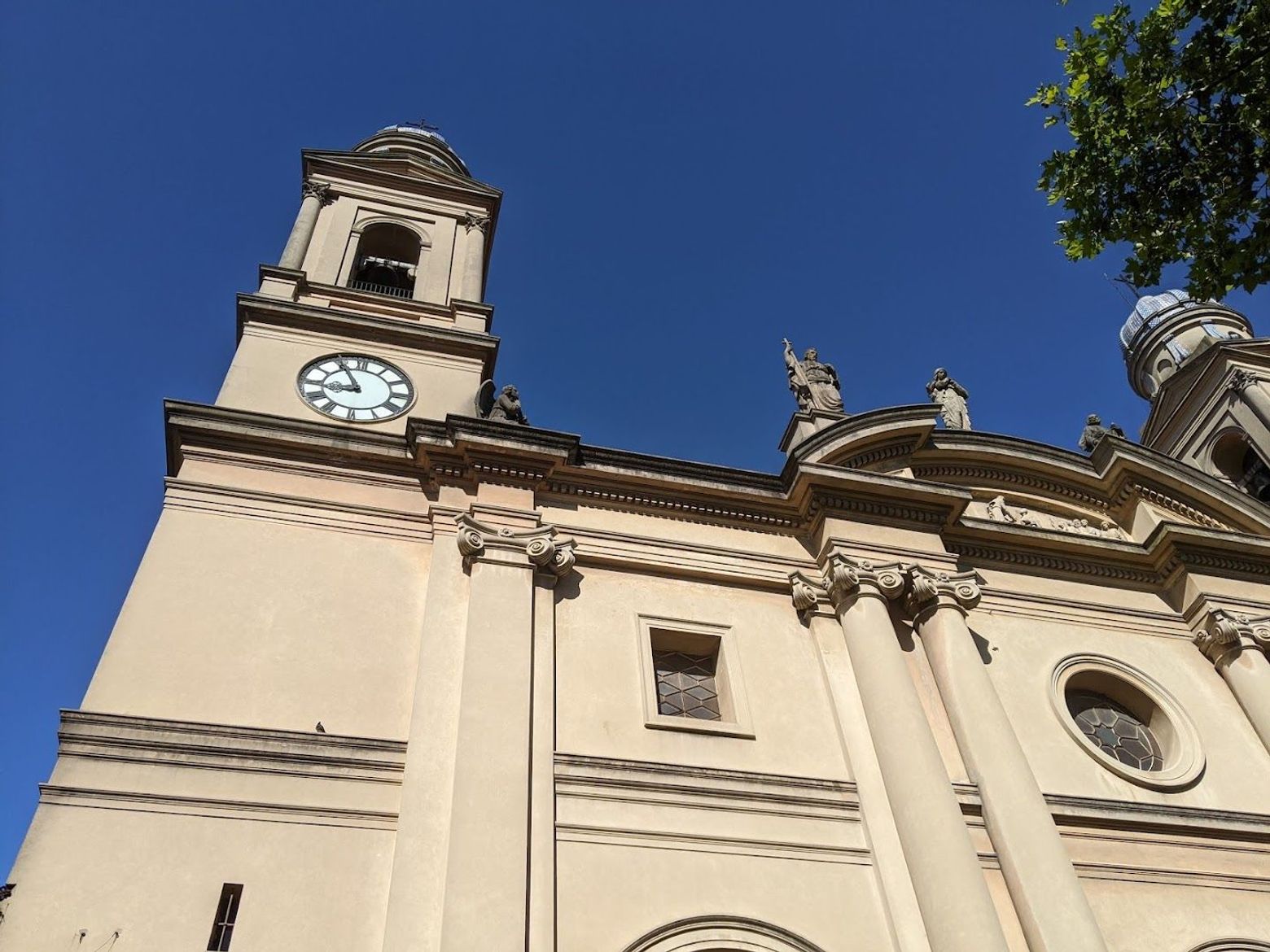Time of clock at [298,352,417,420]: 8:54
